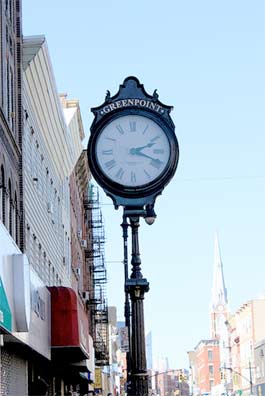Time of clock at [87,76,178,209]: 2:18
